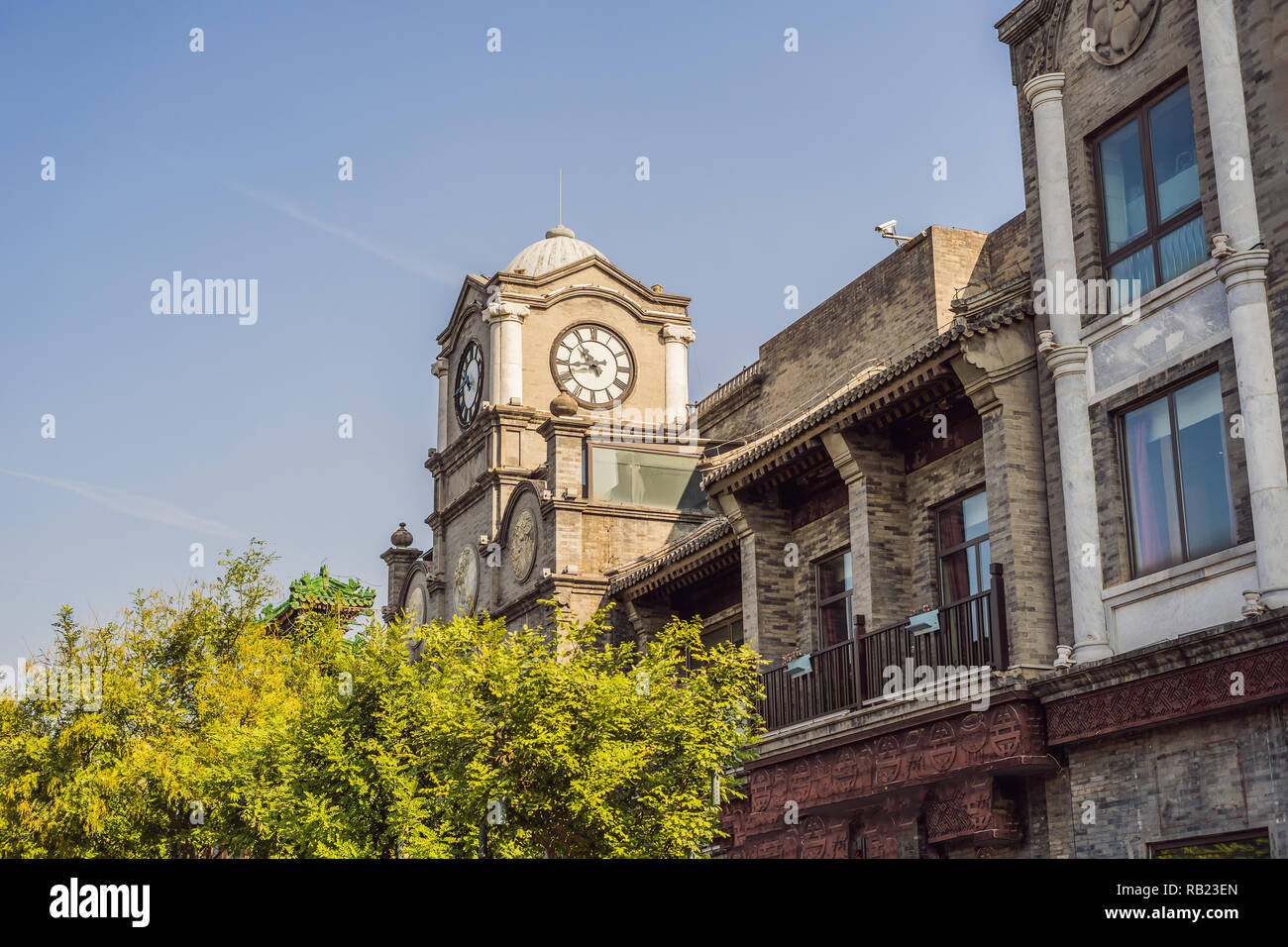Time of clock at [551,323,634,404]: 10:43
